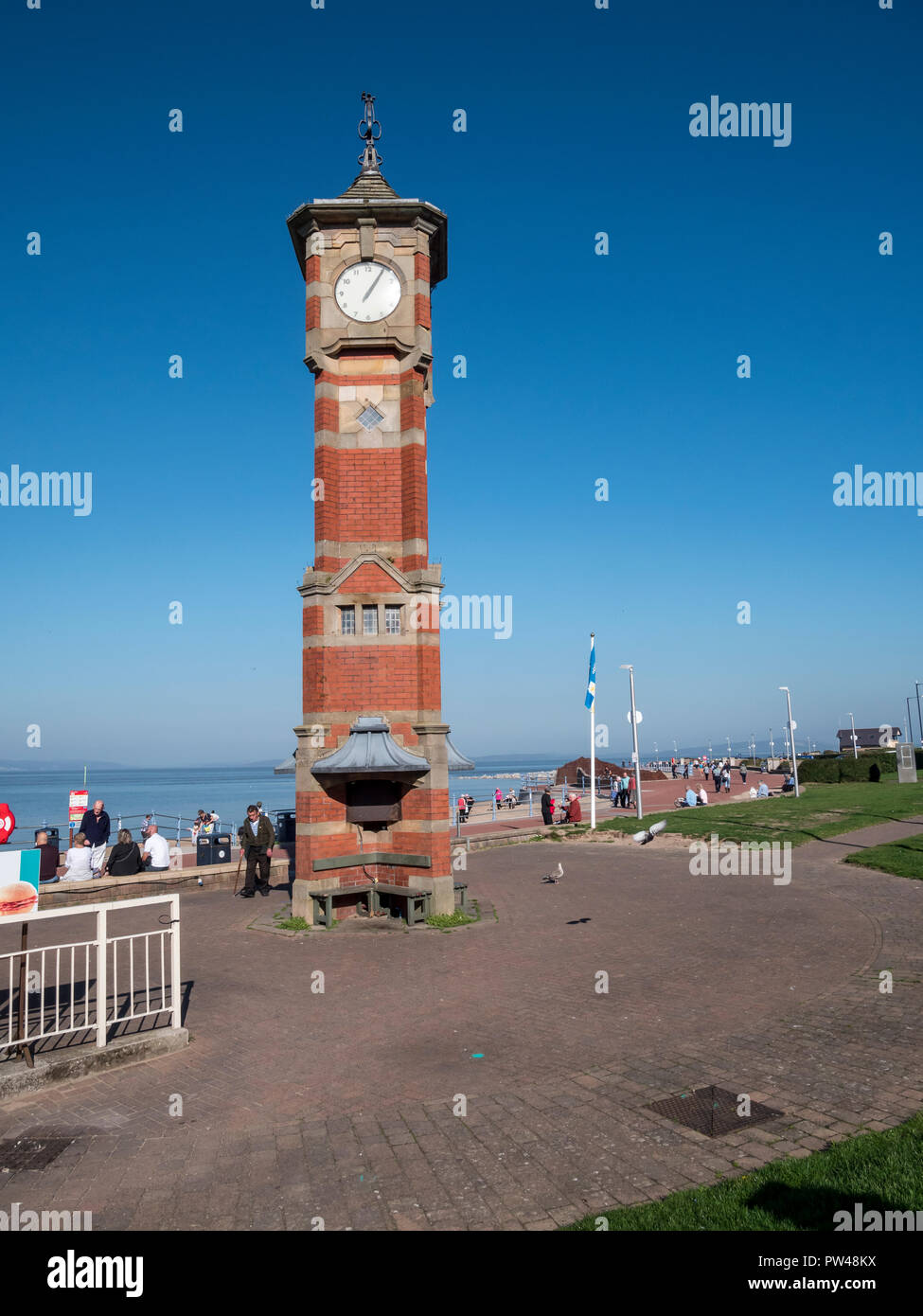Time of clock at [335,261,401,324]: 1:05
